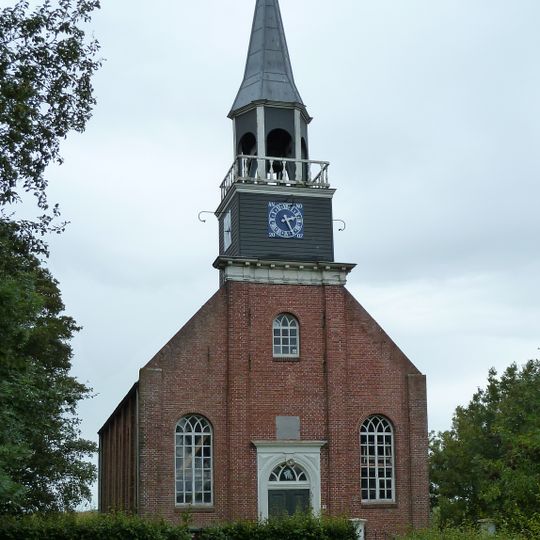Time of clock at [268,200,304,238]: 2:25
